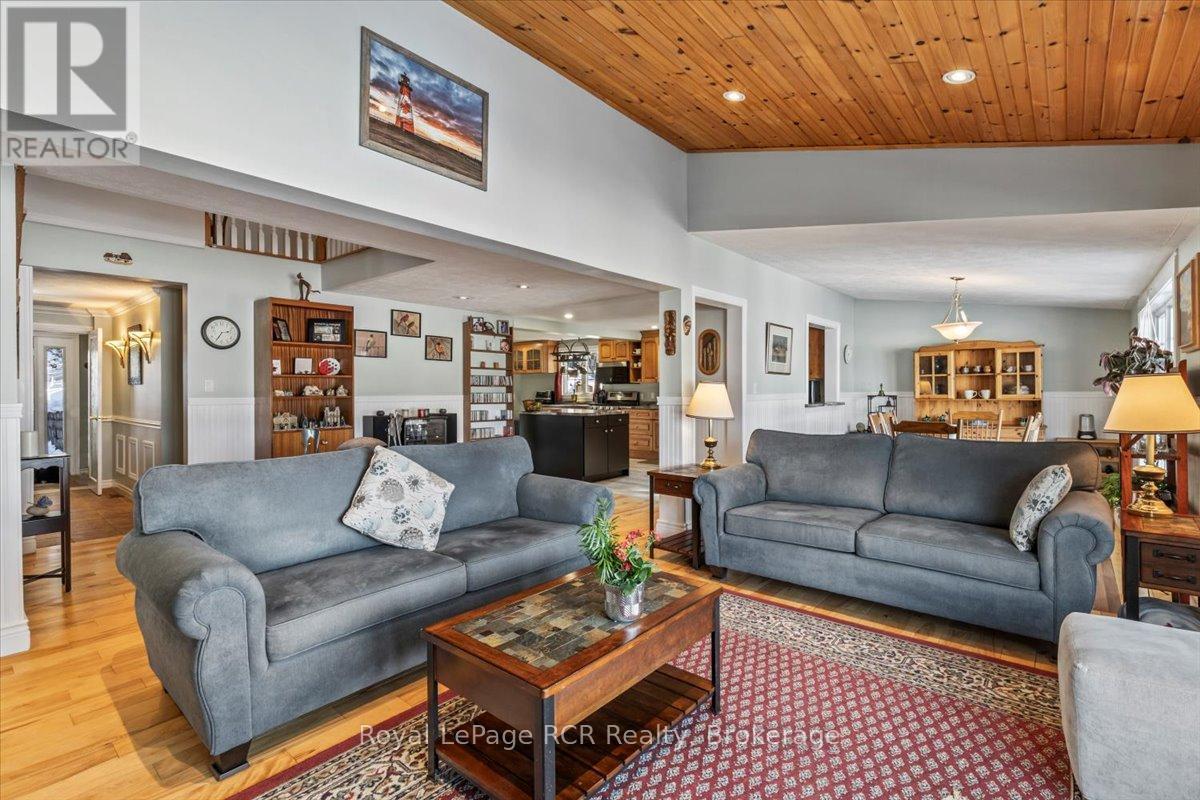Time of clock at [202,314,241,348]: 2:34
